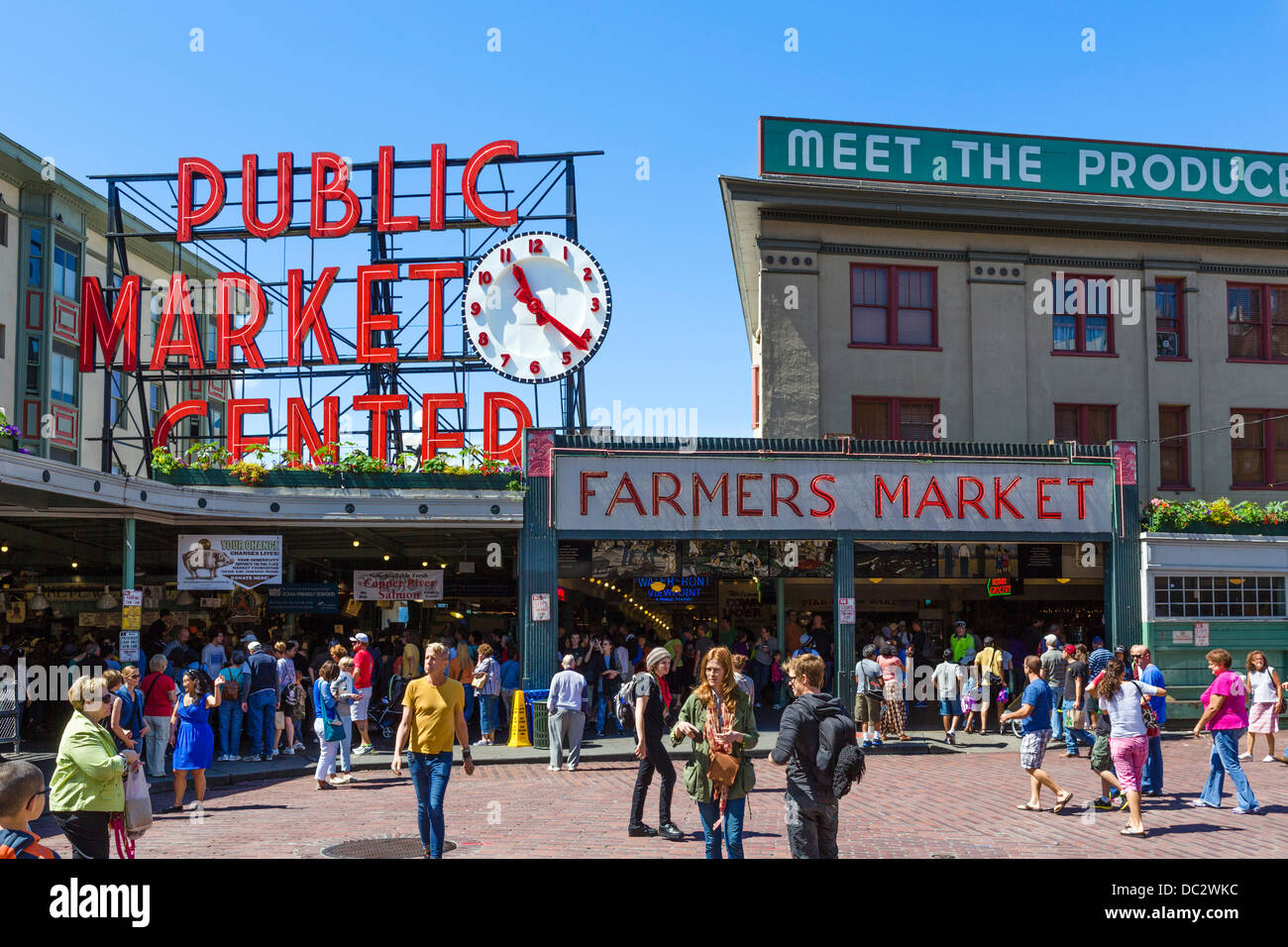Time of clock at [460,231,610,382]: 11:21
